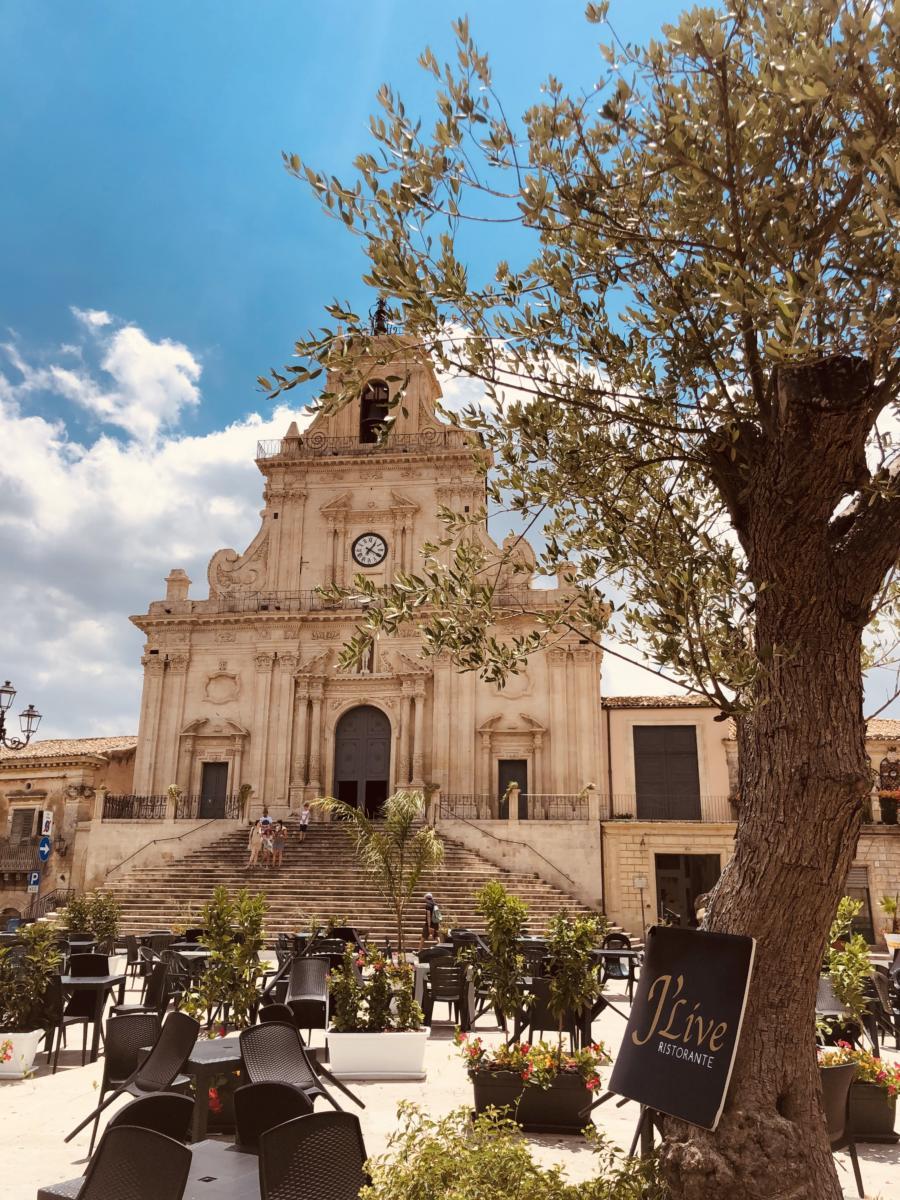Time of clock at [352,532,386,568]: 1:19
